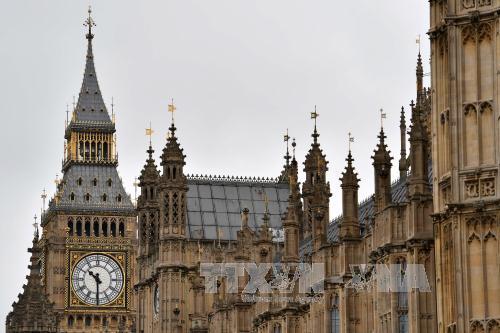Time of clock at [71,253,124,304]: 10:30
